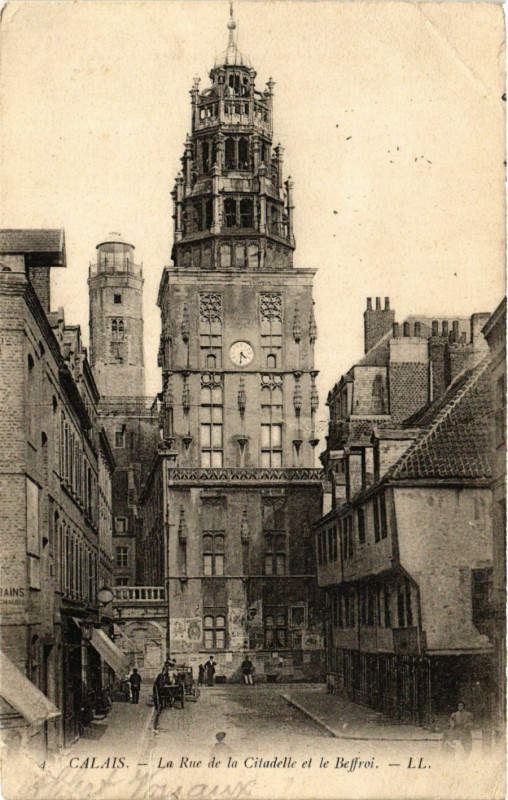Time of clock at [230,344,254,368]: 4:31
